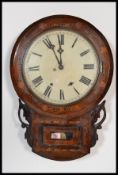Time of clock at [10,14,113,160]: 10:59
